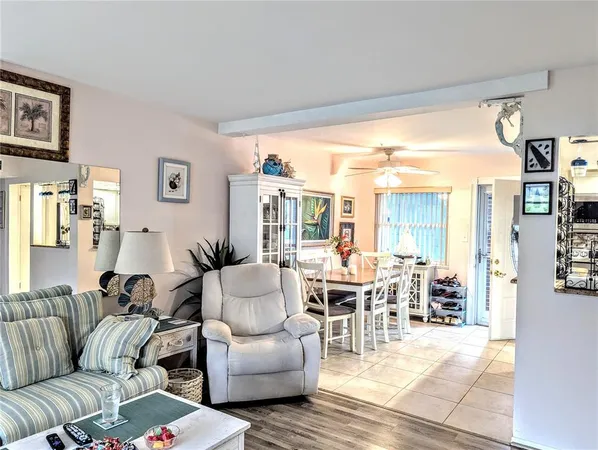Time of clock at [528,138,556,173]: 10:20
